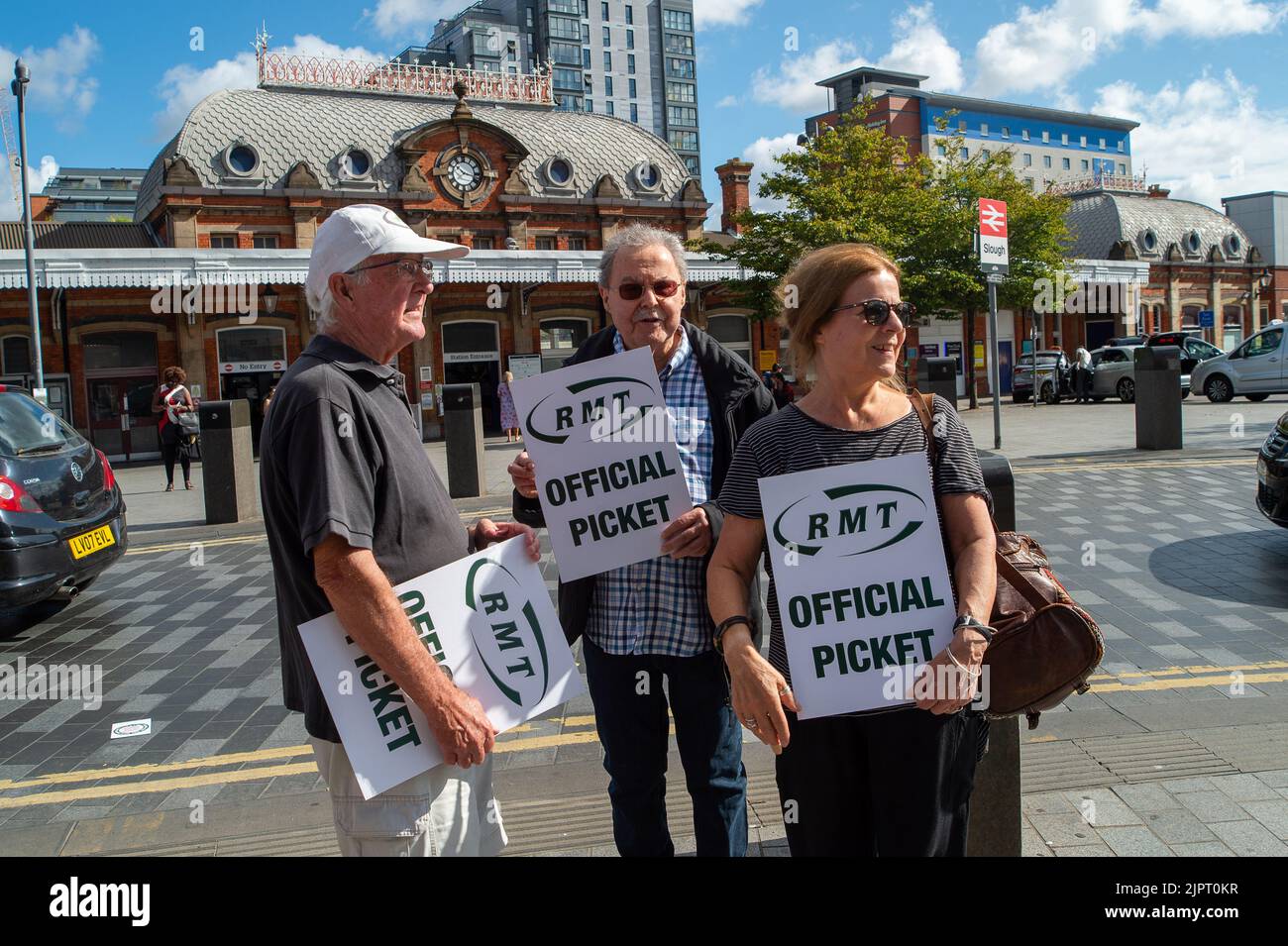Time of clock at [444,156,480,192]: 10:17
